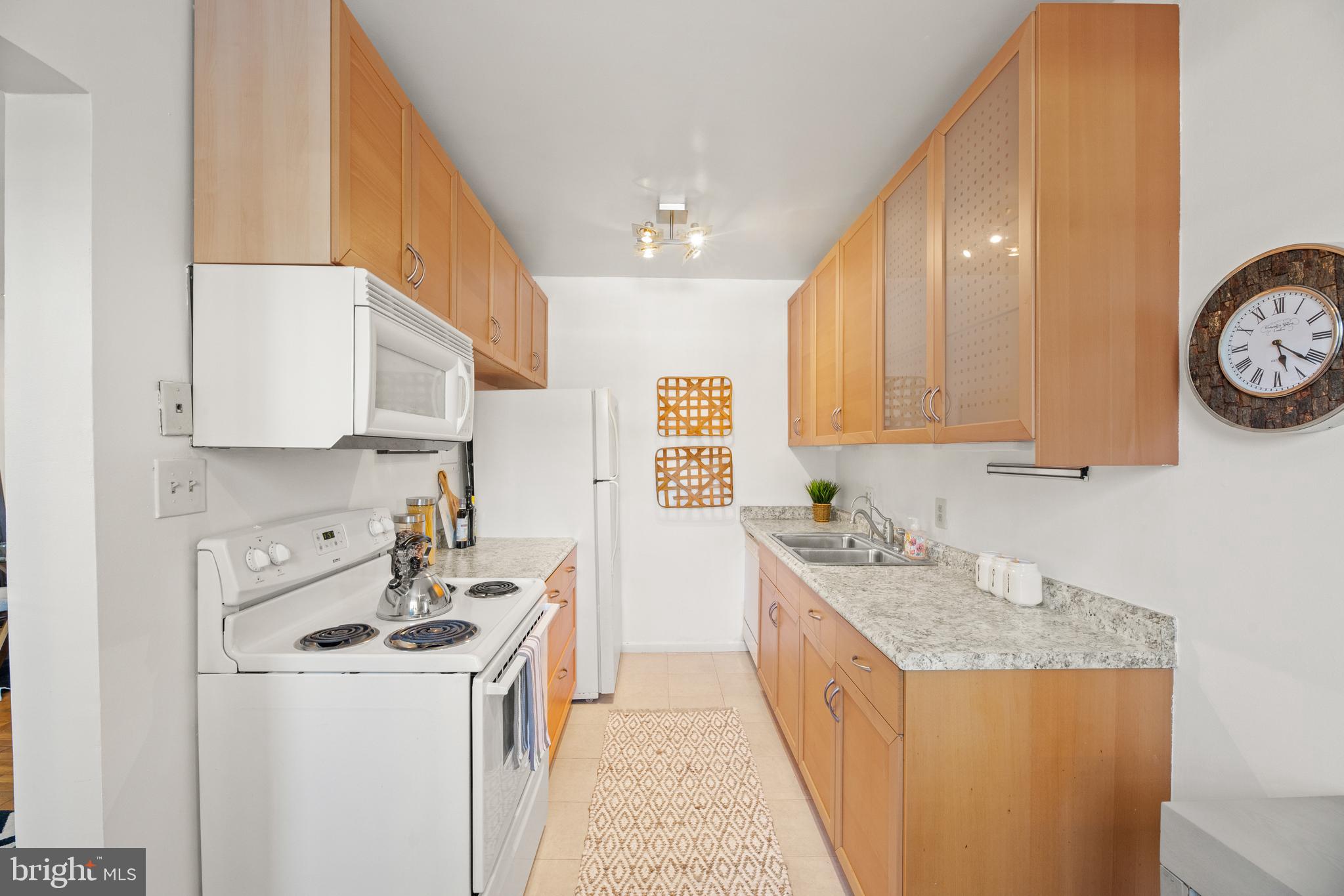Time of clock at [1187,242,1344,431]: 5:21
